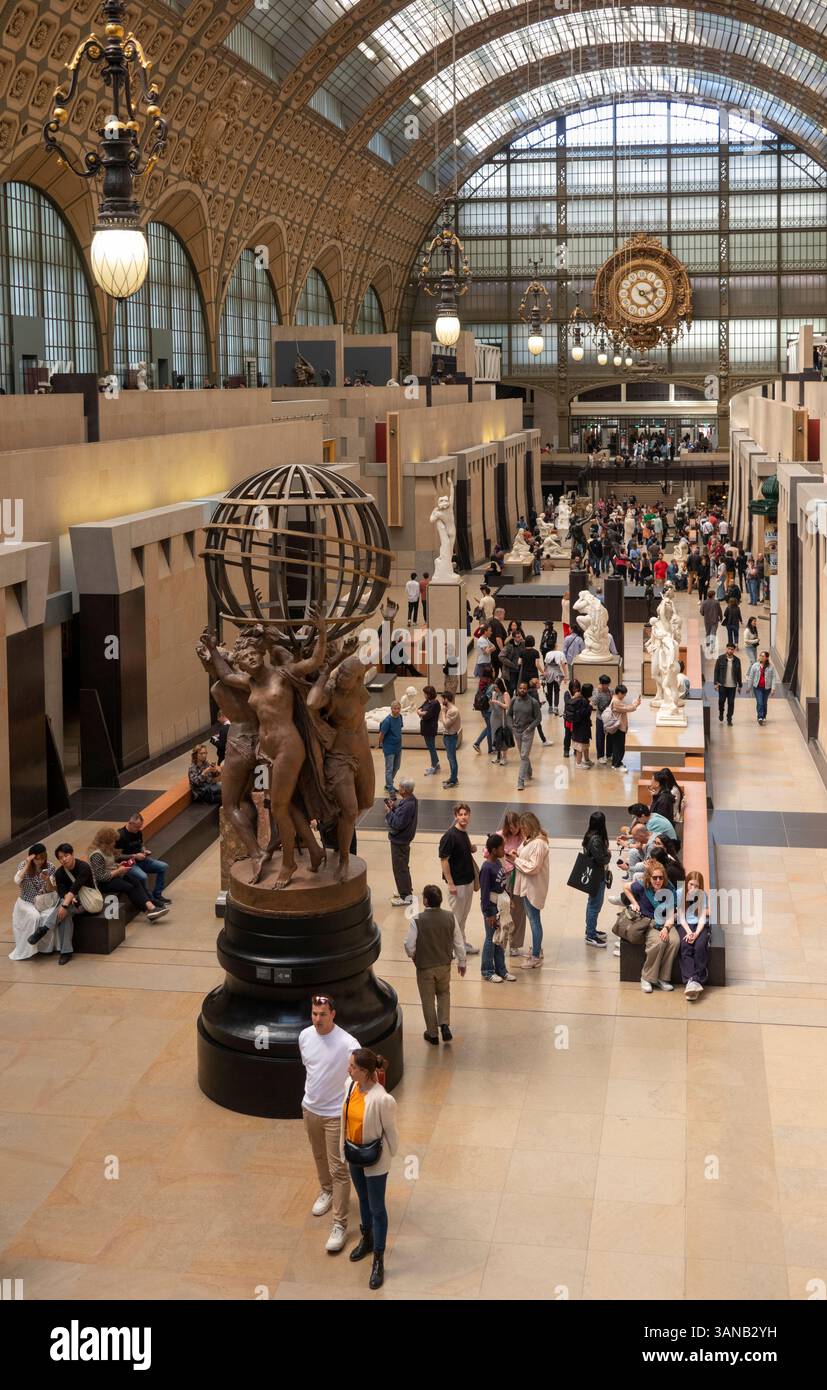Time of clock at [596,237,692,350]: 2:22
